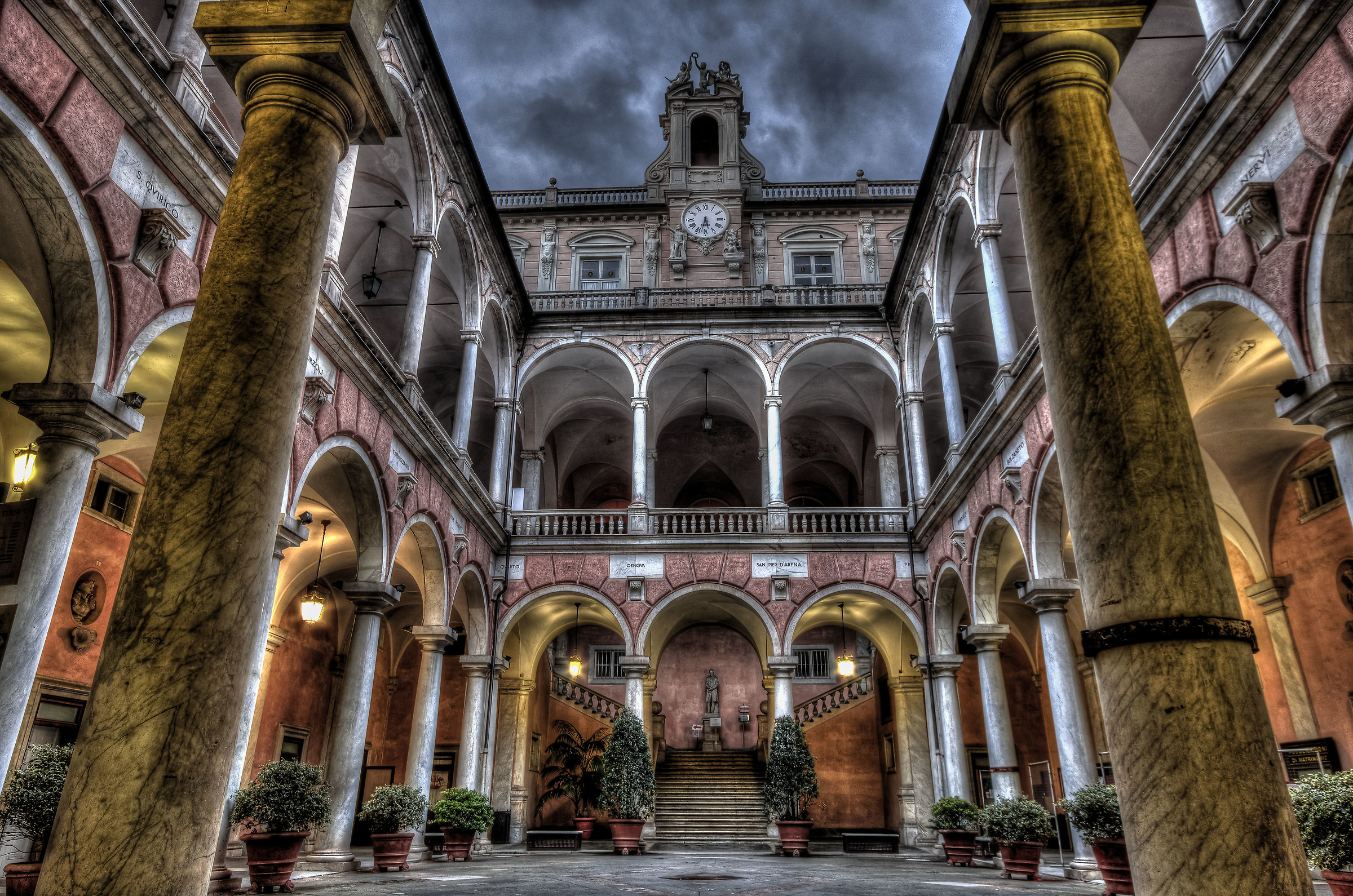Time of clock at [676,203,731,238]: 5:32
